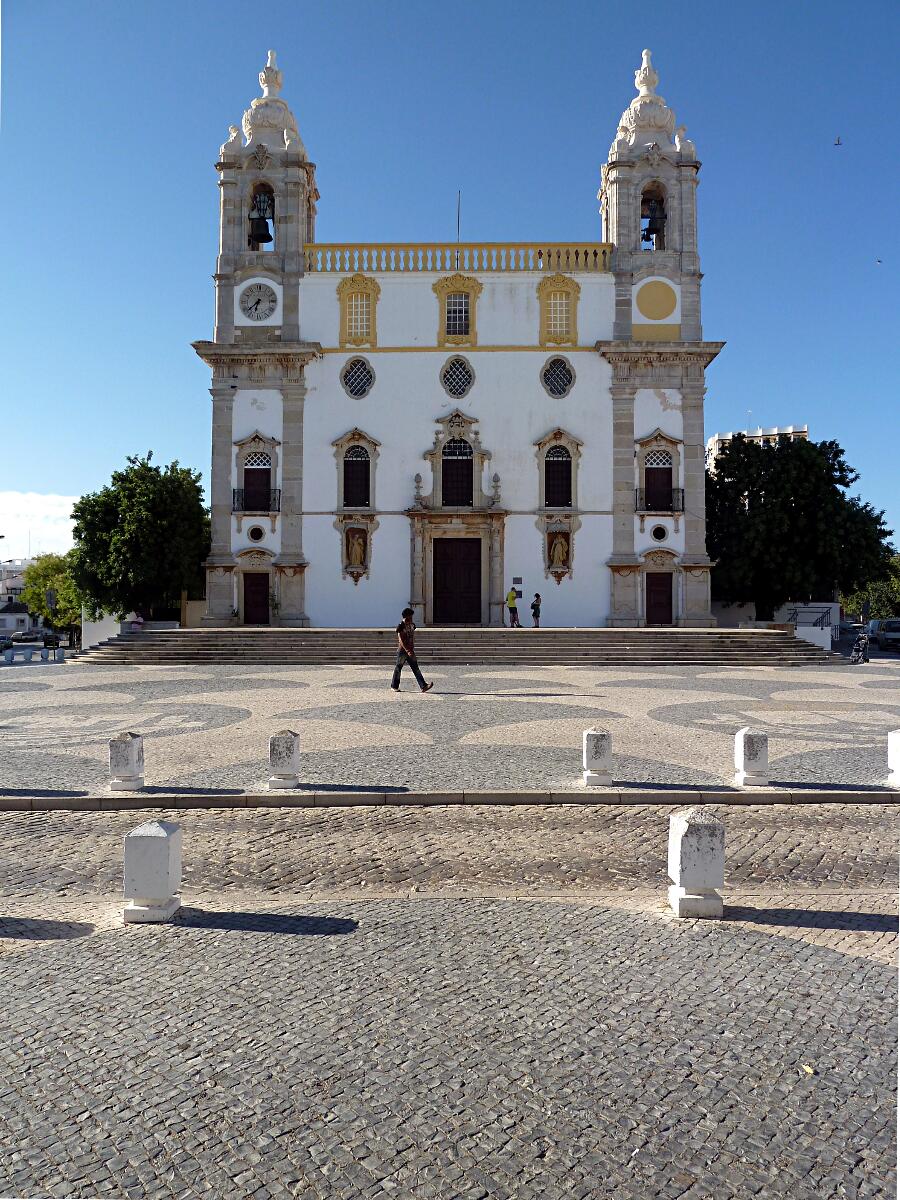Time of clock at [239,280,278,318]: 6:38
